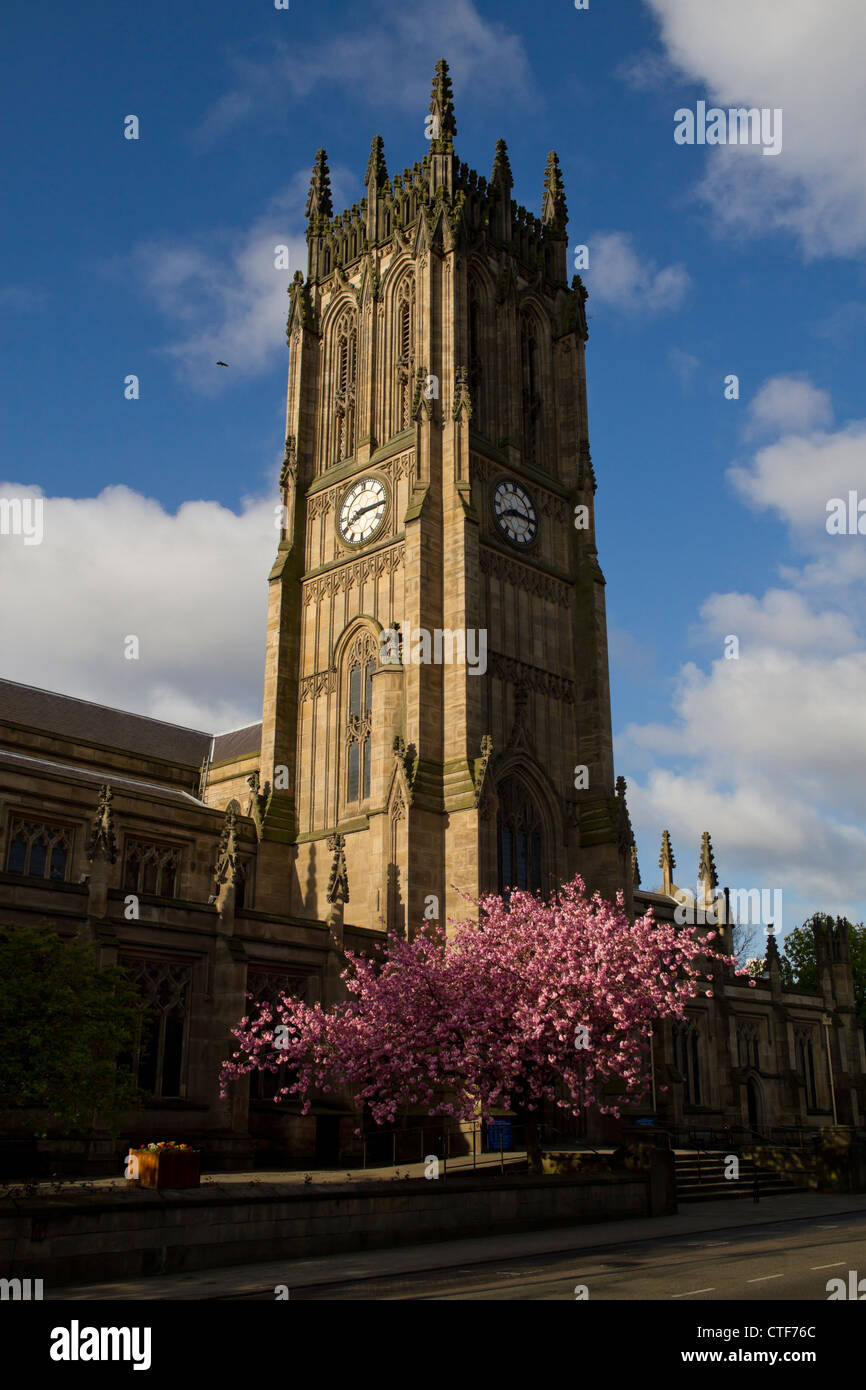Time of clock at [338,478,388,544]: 8:14
